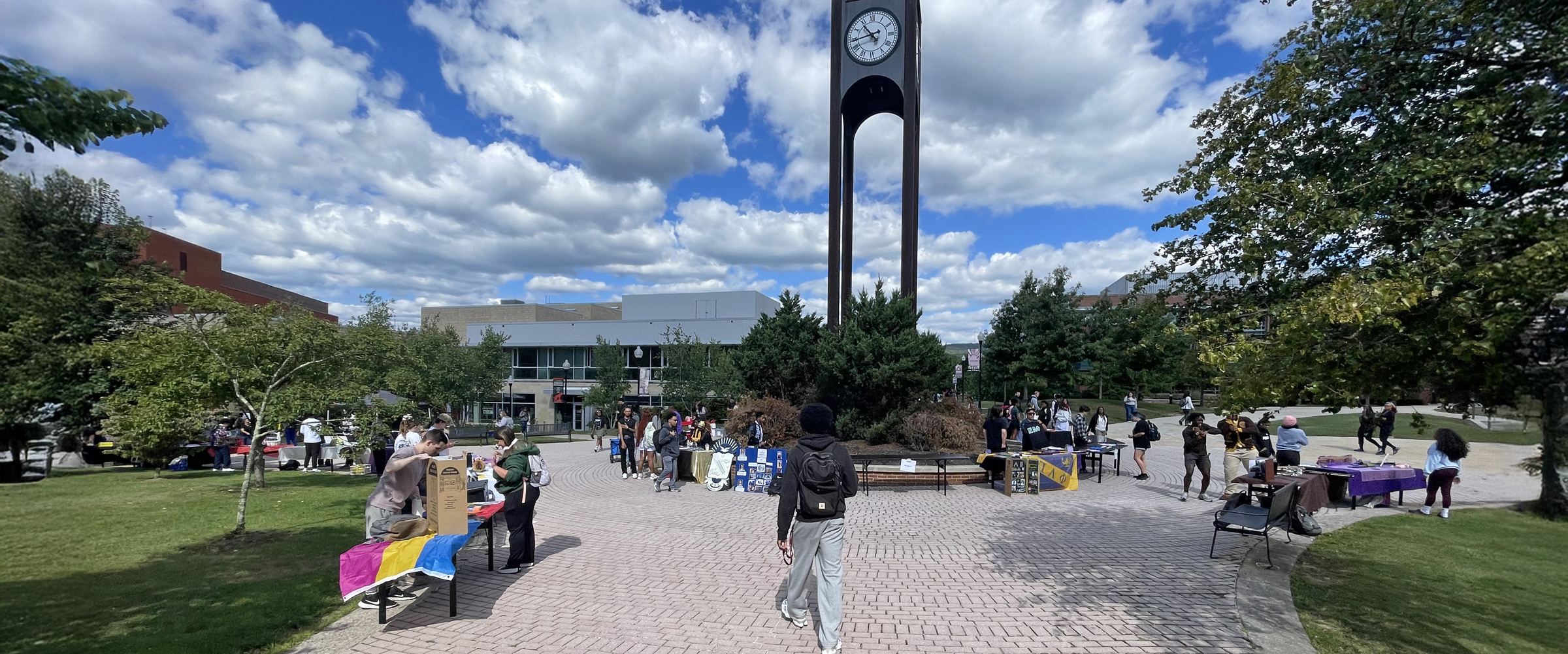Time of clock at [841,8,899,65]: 10:43
